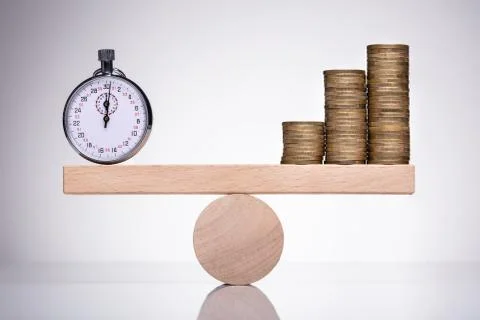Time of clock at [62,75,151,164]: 12:01
